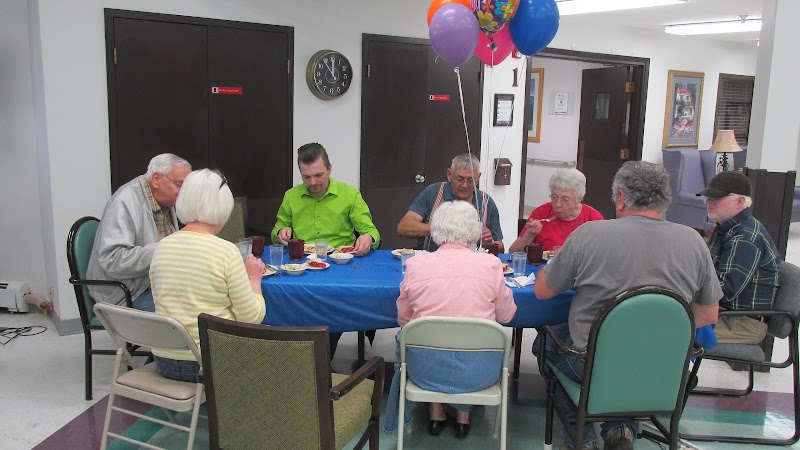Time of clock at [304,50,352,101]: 11:53
